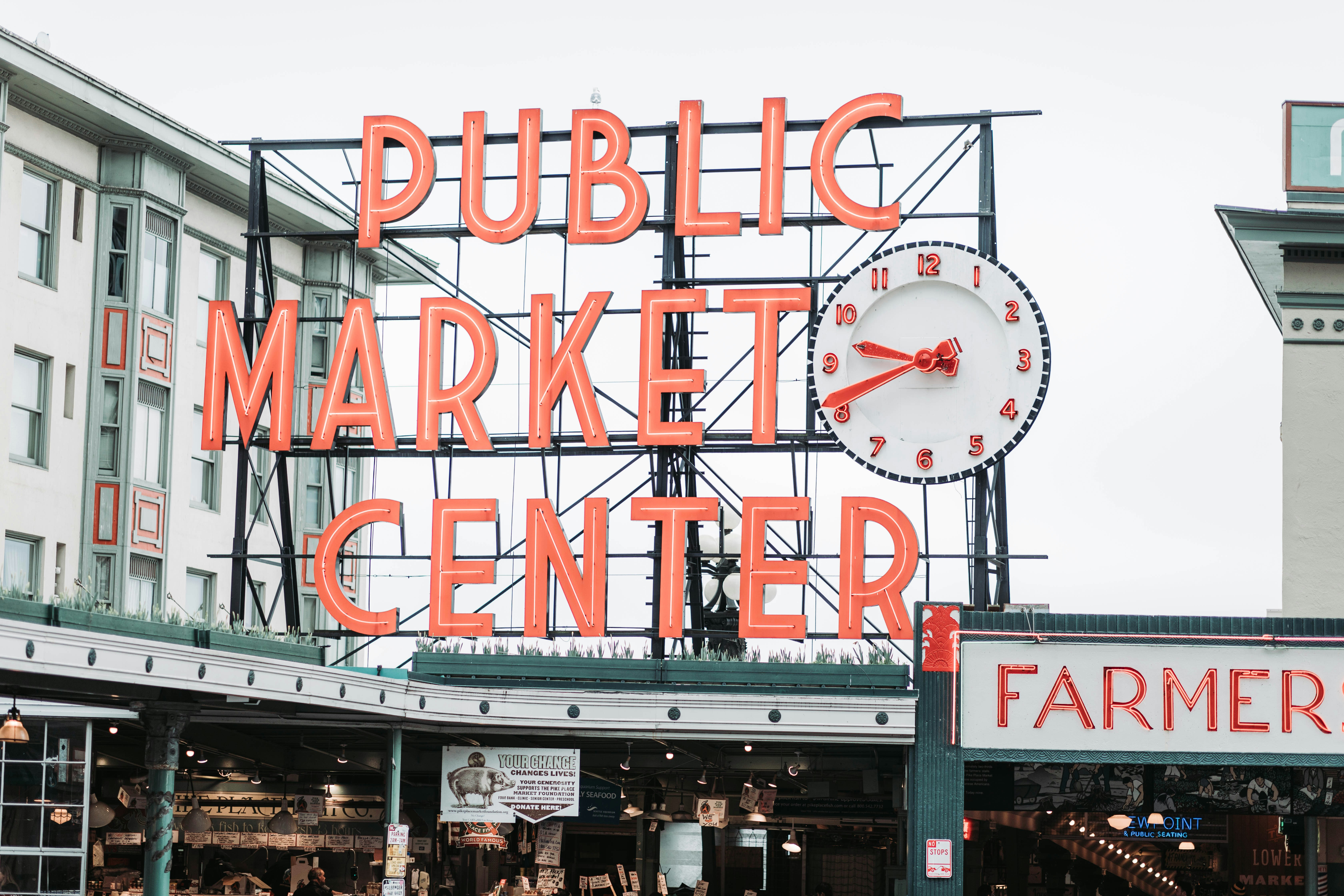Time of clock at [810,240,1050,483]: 9:41
